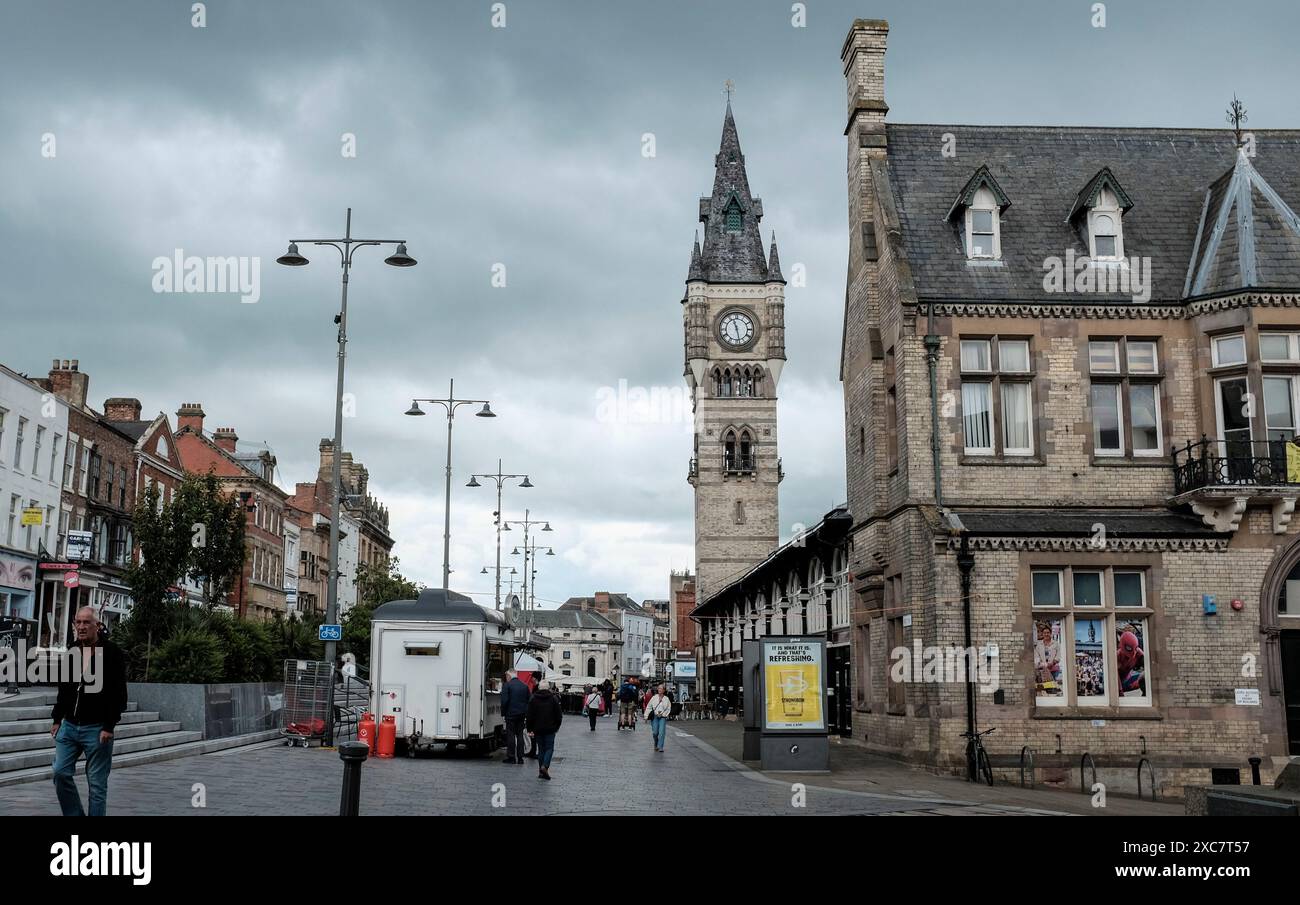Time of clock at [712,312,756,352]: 11:28
